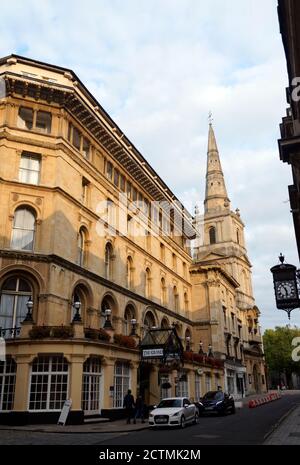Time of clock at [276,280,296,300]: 5:54
